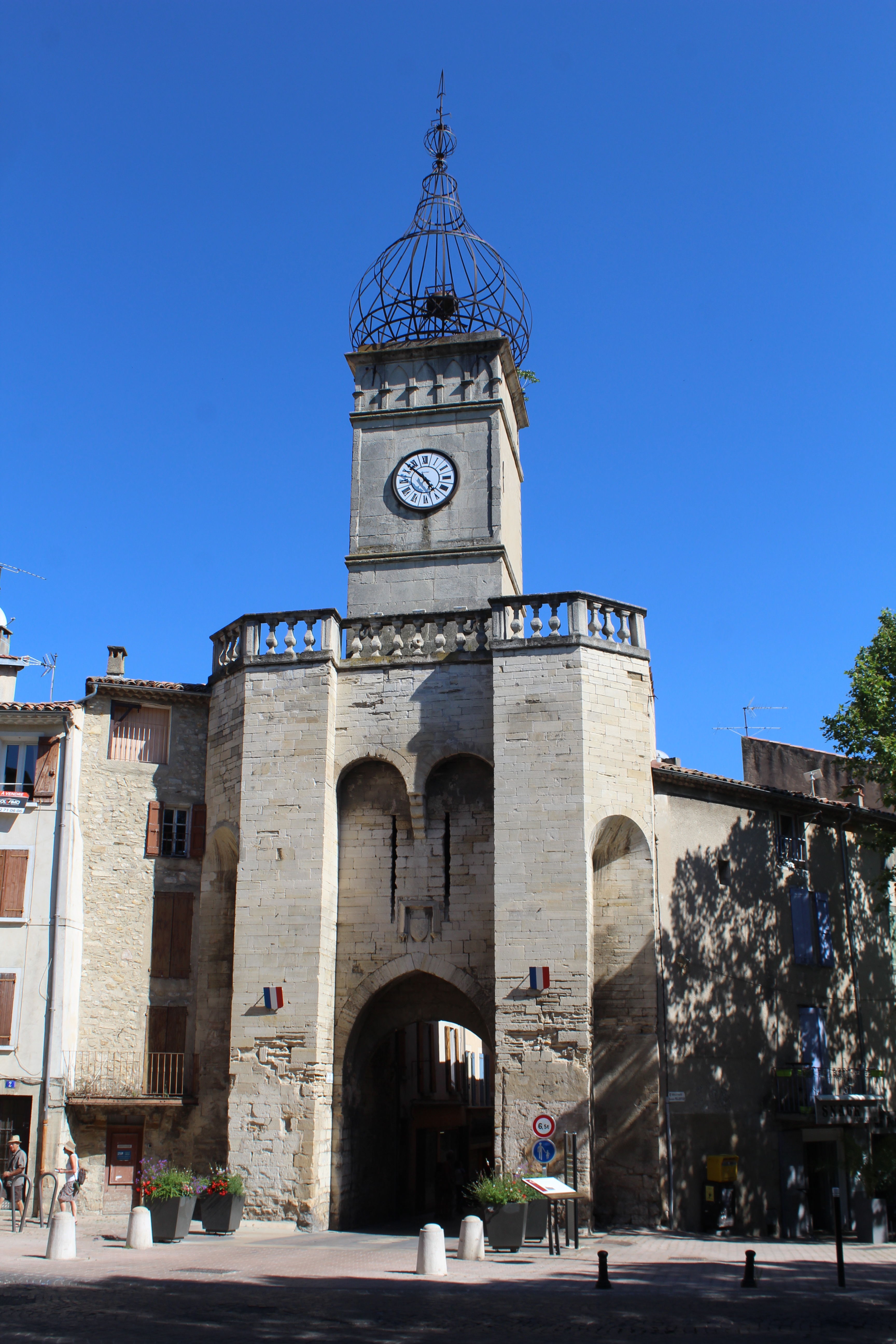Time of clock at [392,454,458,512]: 4:52
